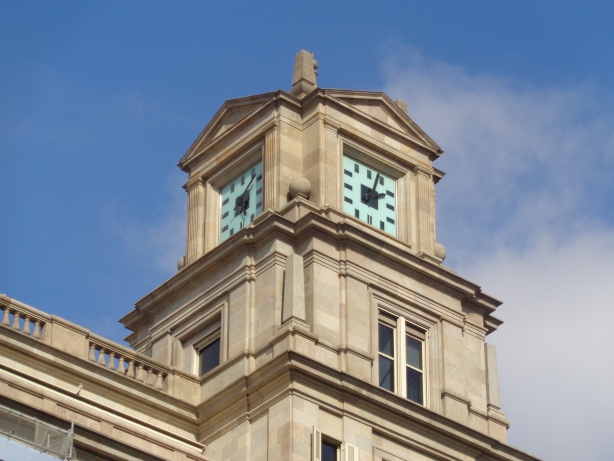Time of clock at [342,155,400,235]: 2:03
